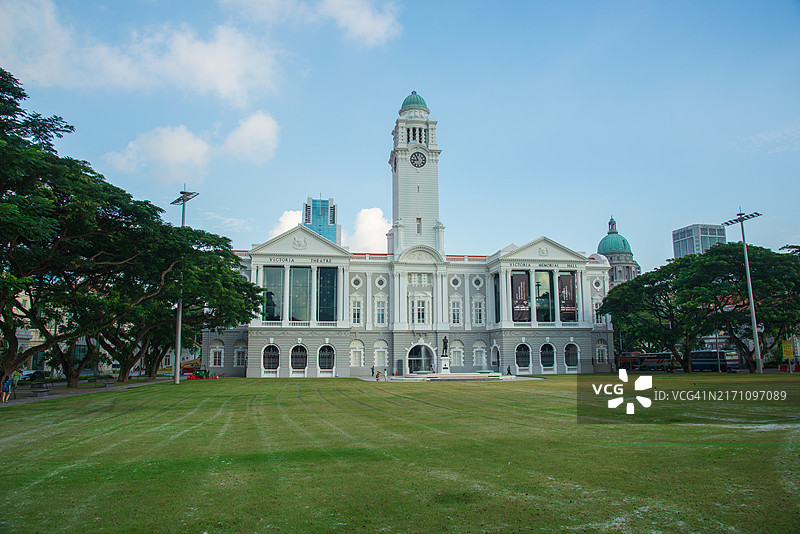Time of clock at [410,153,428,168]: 8:54
